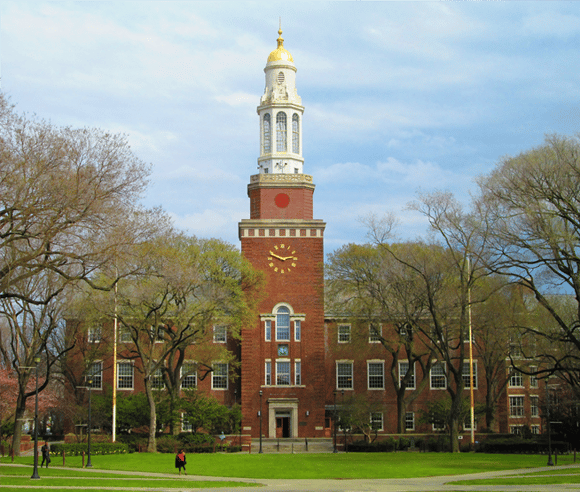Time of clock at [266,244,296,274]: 2:48
